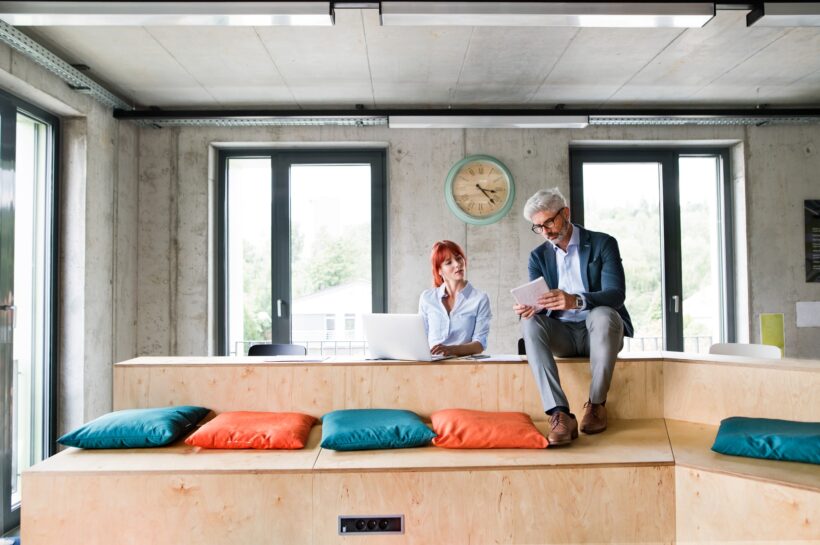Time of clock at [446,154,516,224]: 3:22
